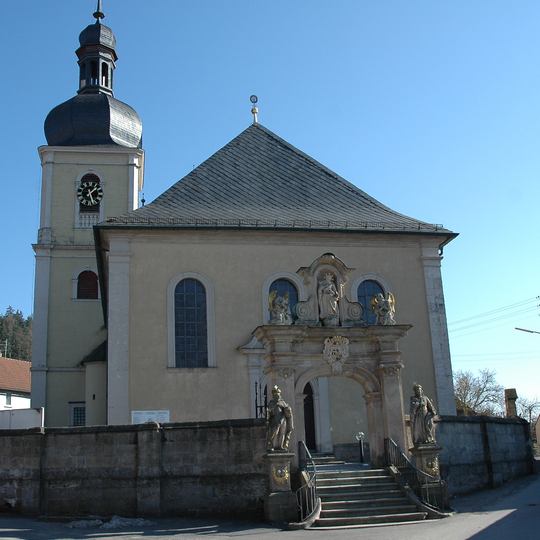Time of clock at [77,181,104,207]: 1:26
